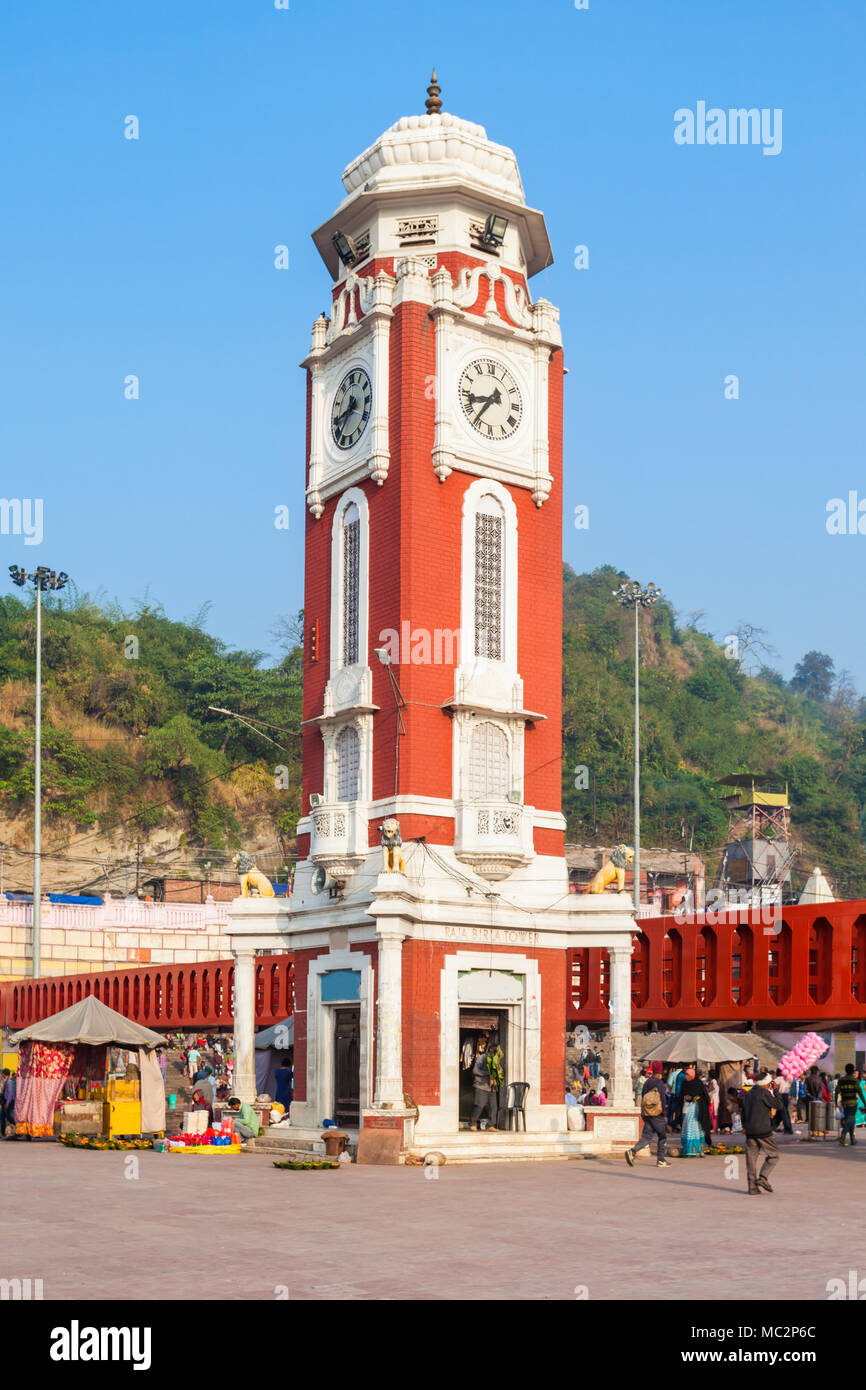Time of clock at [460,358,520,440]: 8:36
